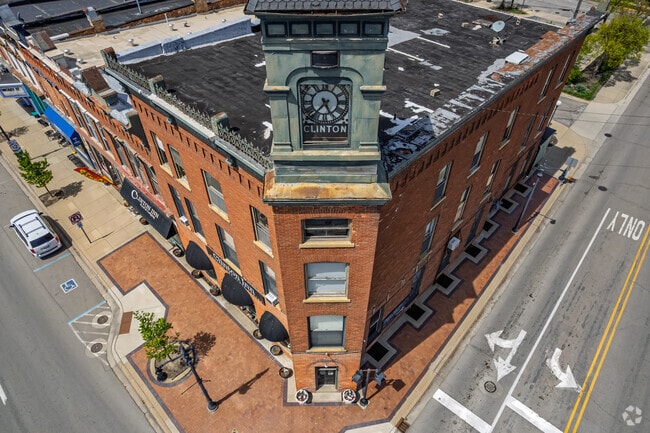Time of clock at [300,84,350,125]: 7:25
